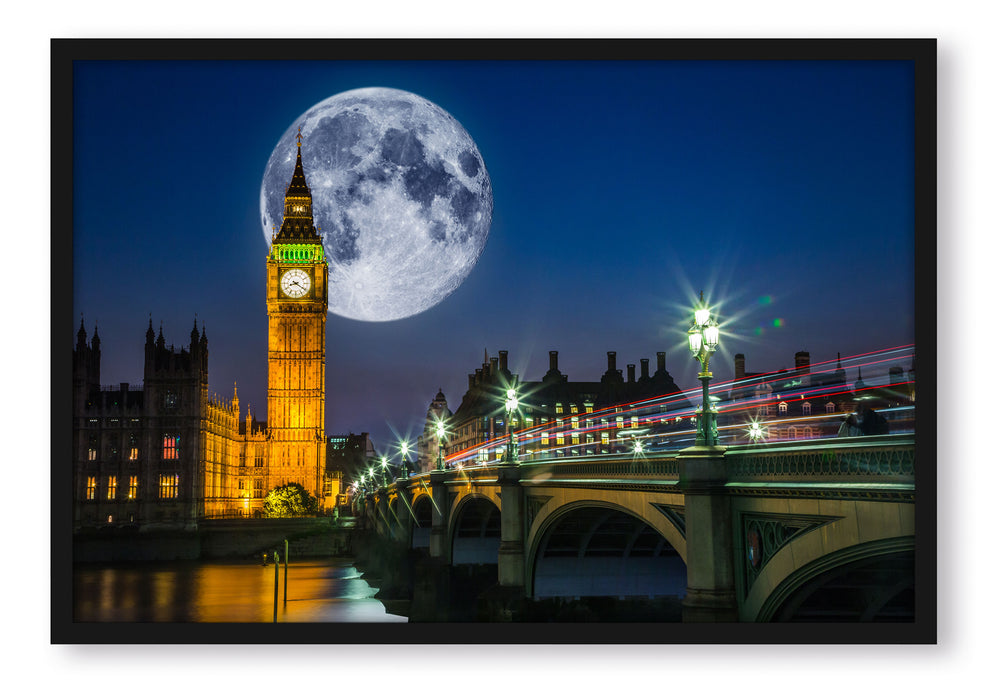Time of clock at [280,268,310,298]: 8:20
